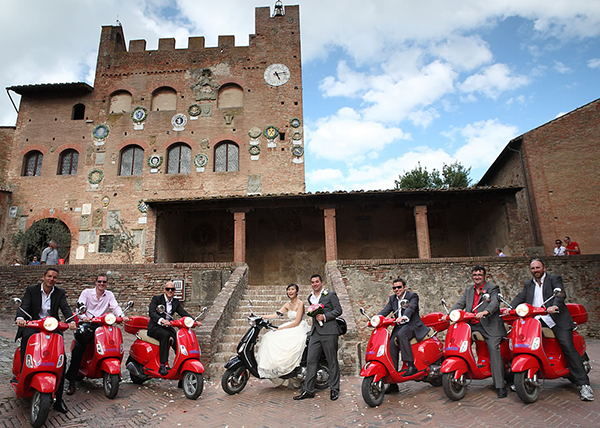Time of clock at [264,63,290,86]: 5:13
